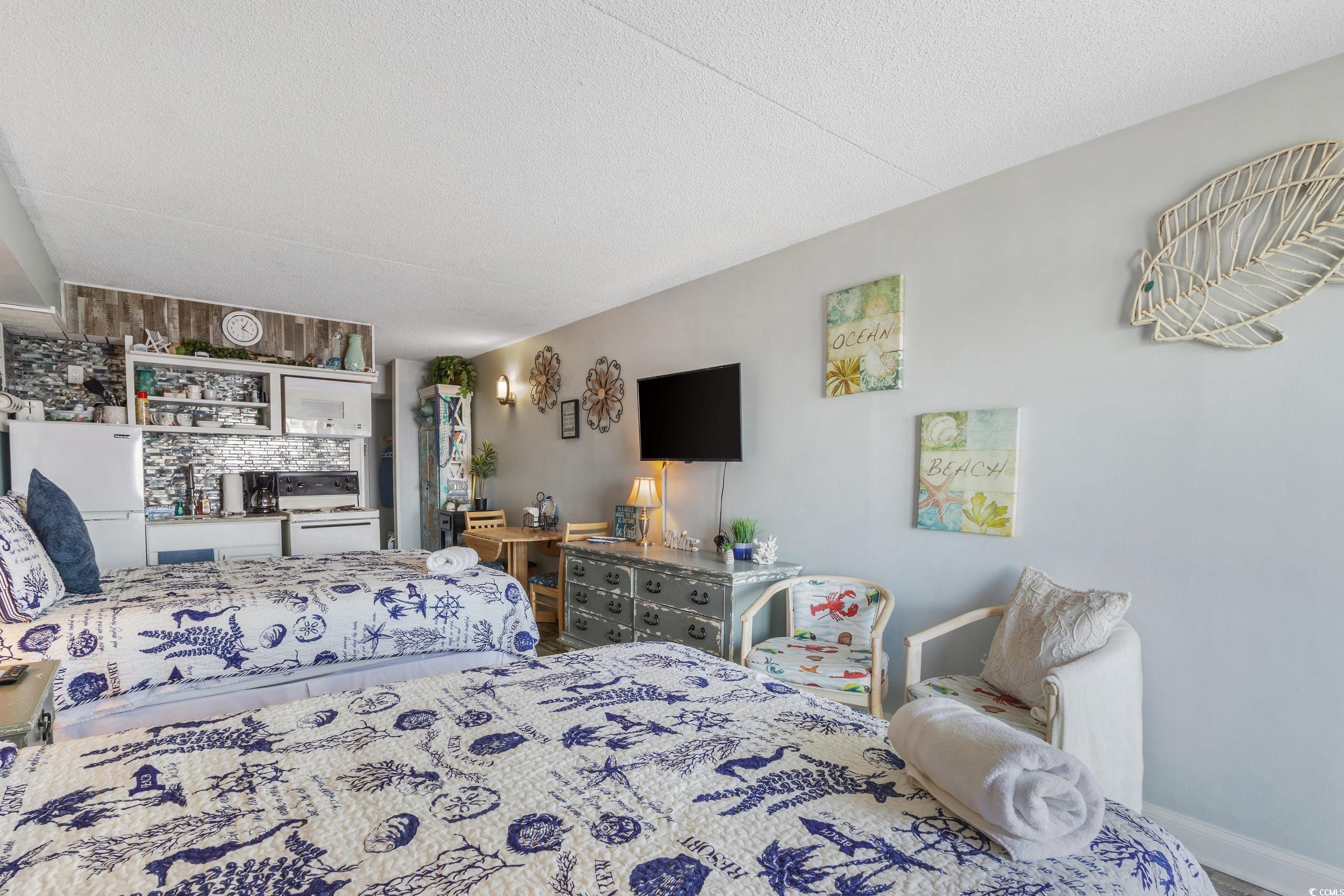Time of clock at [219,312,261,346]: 4:05
